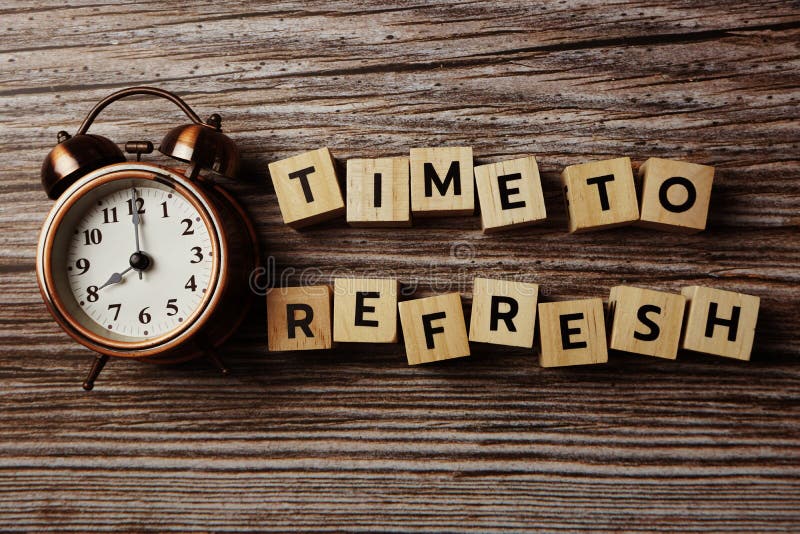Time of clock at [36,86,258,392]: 8:00
